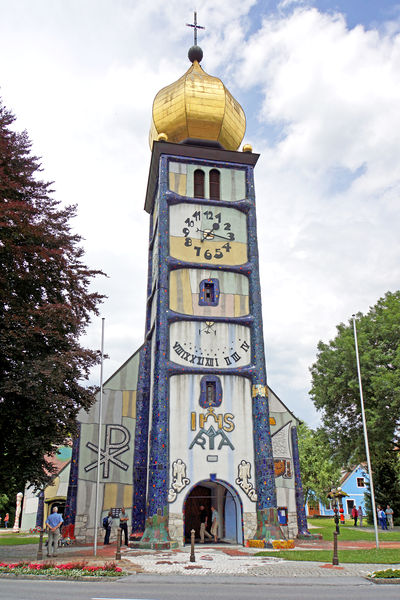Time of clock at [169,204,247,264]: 1:16
